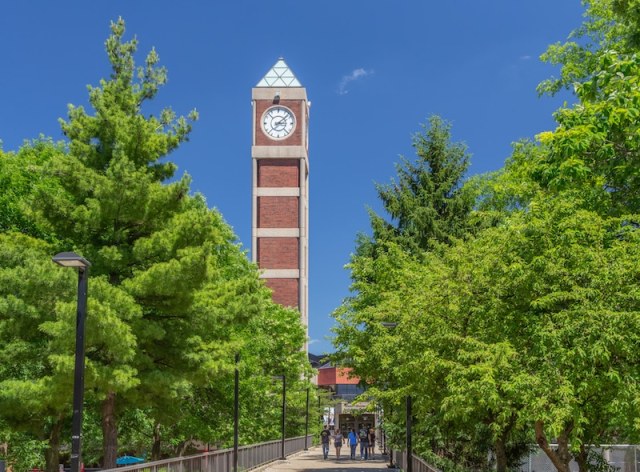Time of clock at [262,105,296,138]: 3:07
